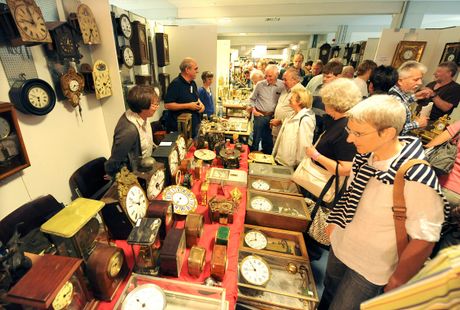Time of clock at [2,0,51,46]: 11:46
